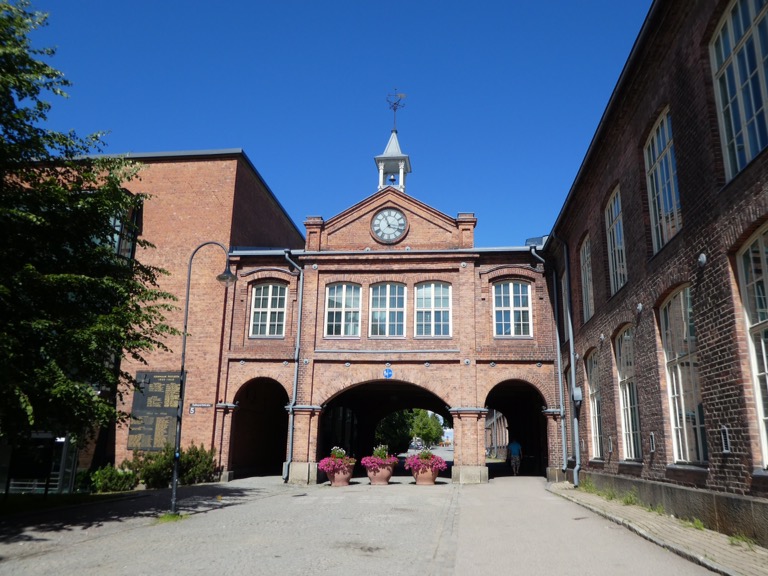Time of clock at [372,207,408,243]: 11:17
